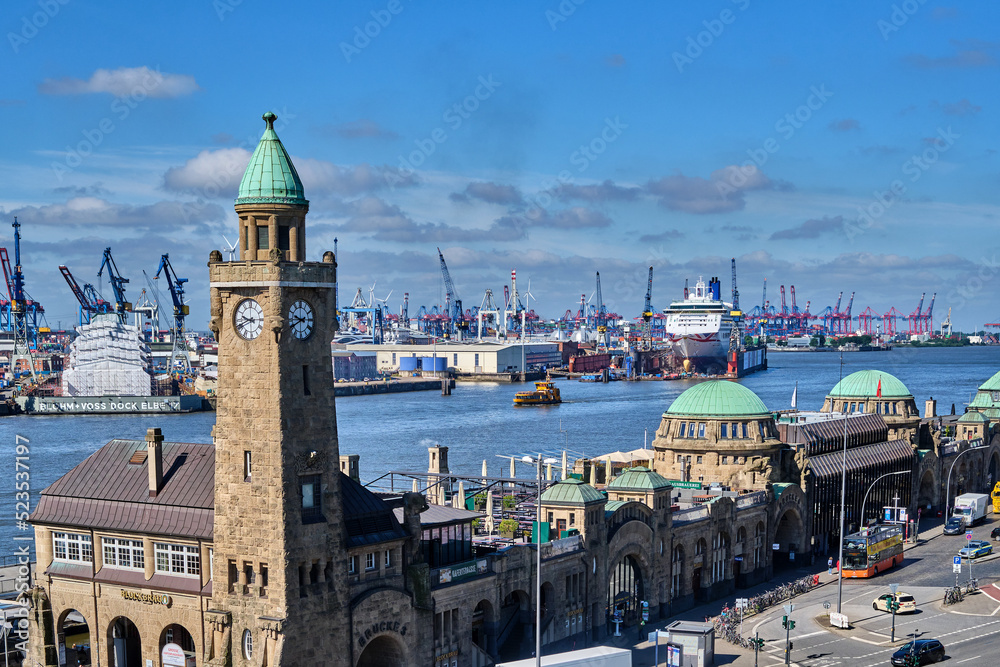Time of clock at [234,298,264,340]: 9:41
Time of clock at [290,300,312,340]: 9:40
